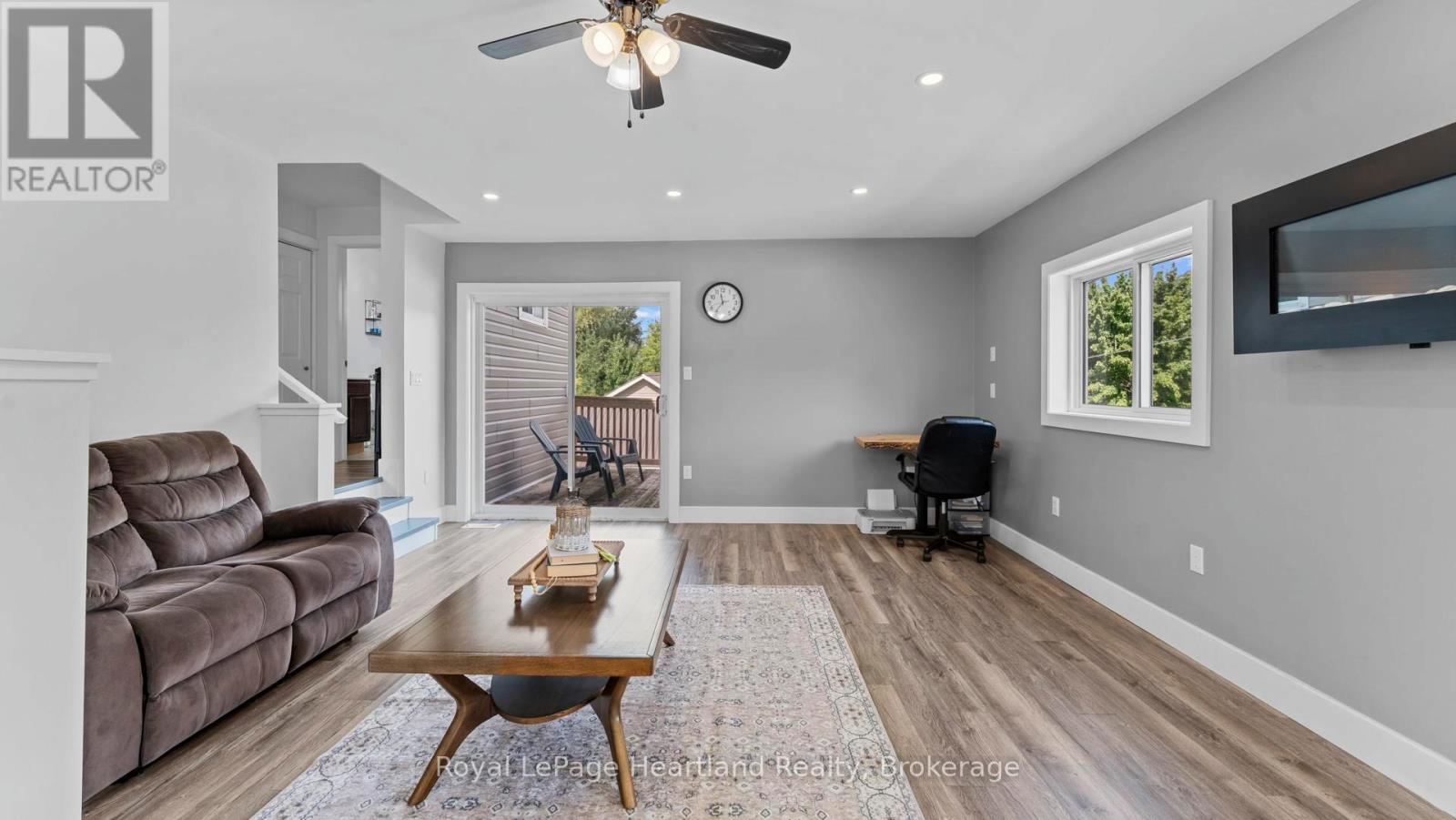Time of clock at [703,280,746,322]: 11:35
